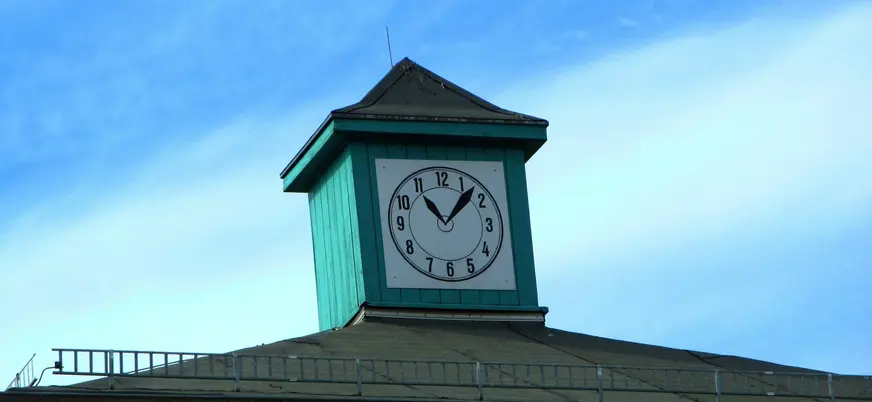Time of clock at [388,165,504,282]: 11:07
